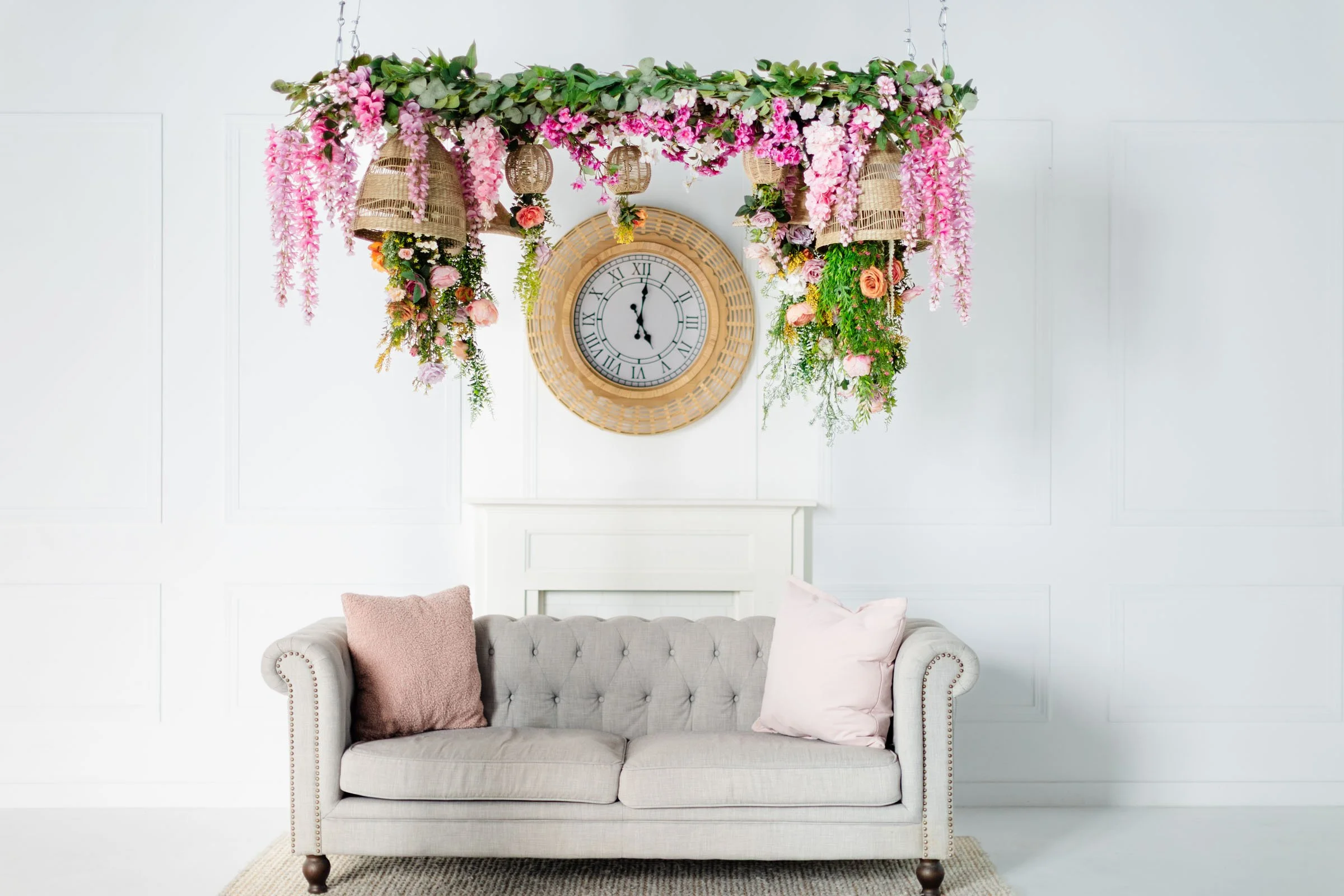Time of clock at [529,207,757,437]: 5:01
